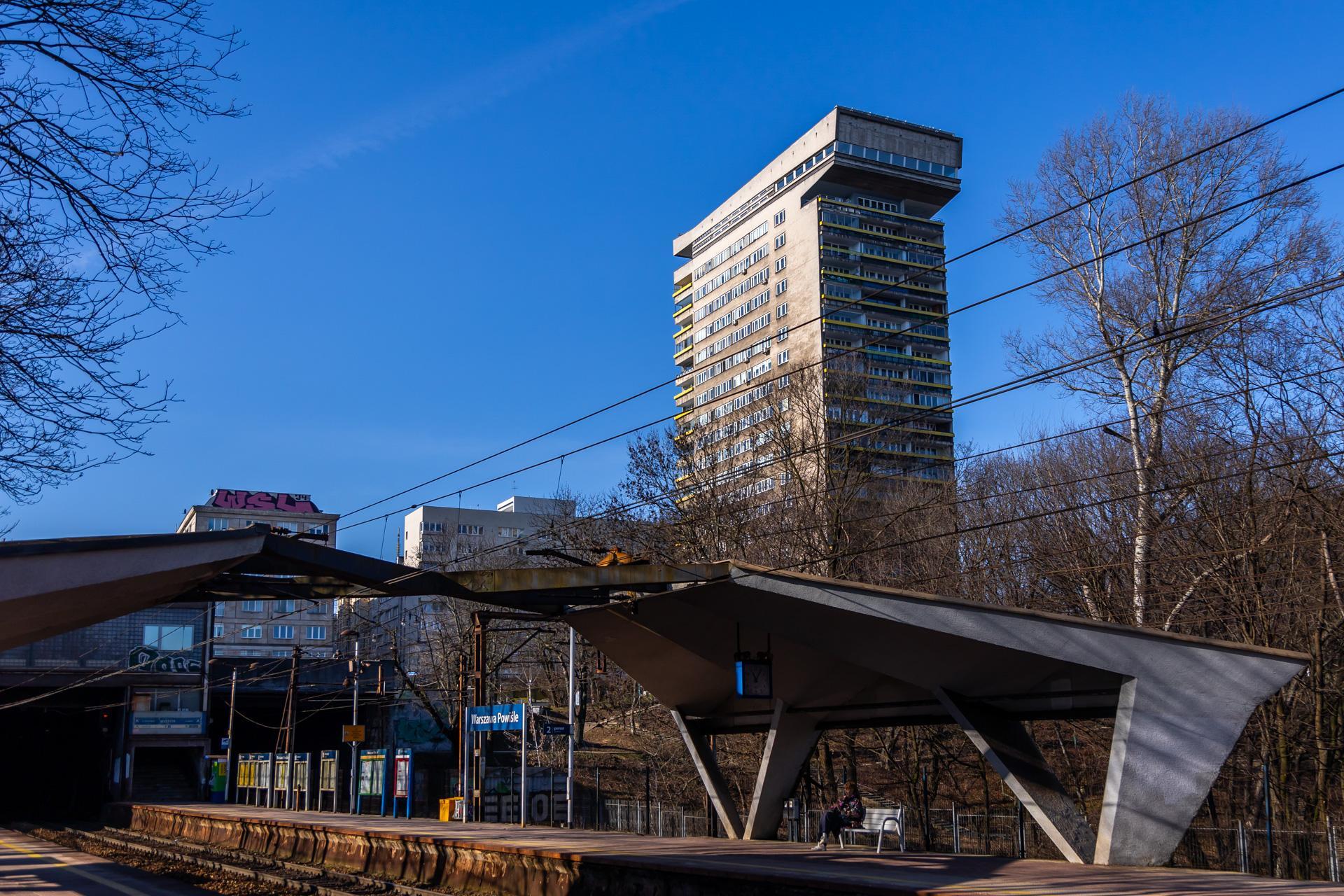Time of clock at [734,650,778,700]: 11:06
